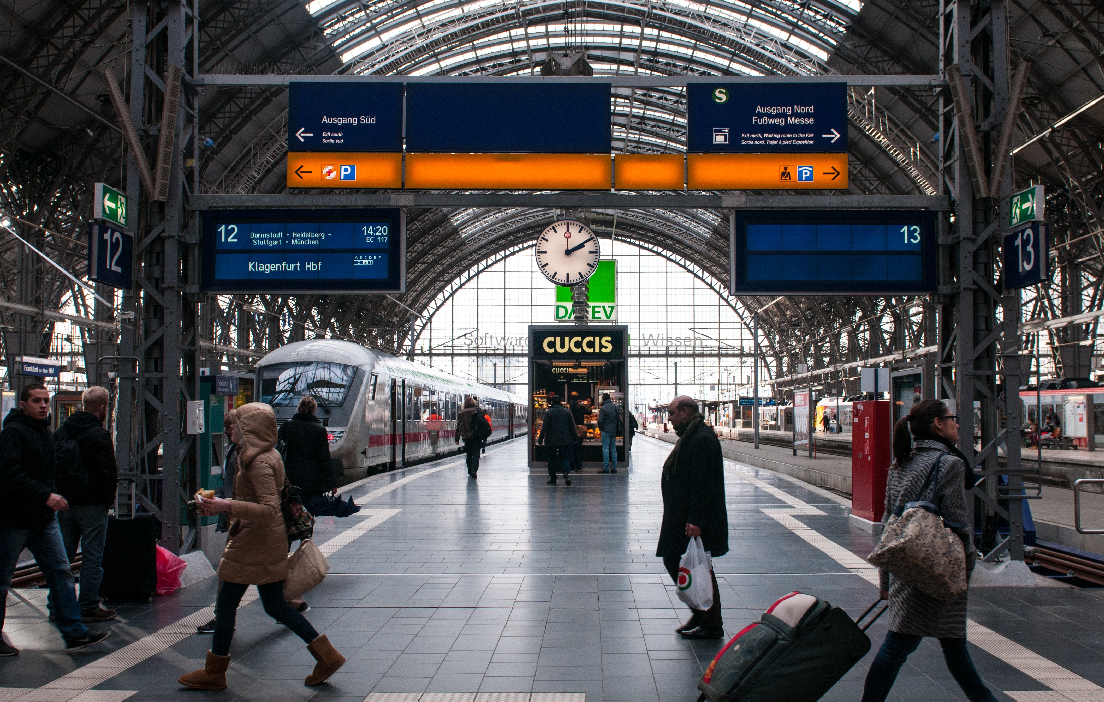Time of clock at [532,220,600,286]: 2:00
